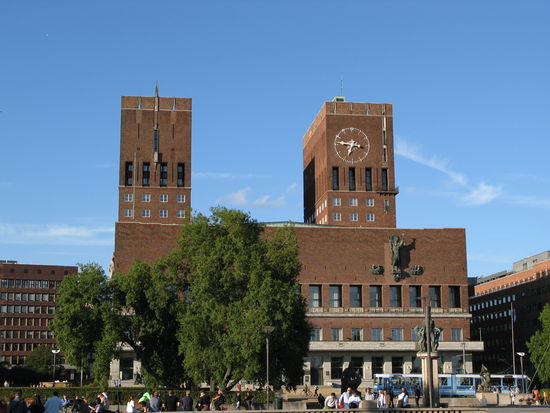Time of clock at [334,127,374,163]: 6:46
